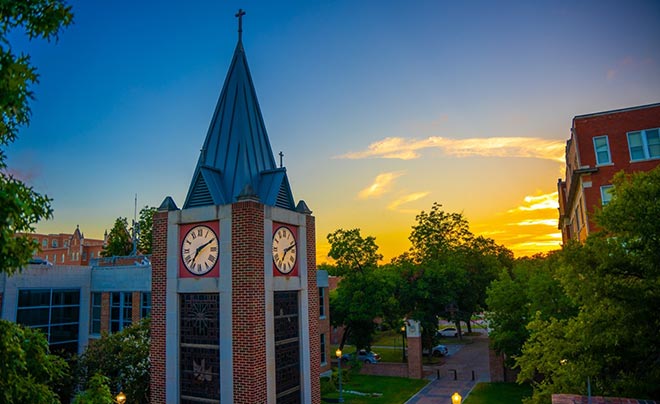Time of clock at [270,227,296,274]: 7:11
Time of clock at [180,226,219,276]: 7:10
